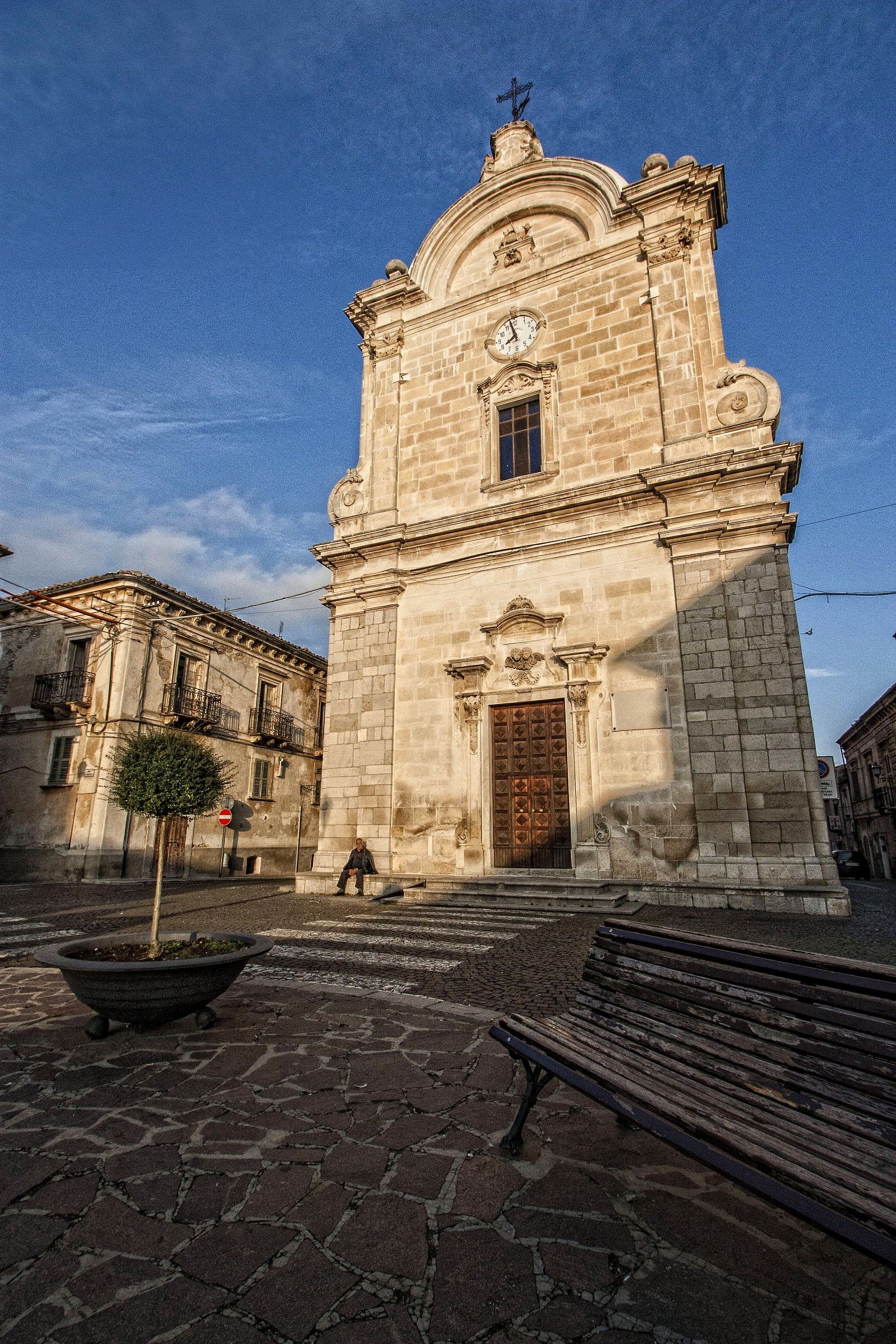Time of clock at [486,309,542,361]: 7:57
